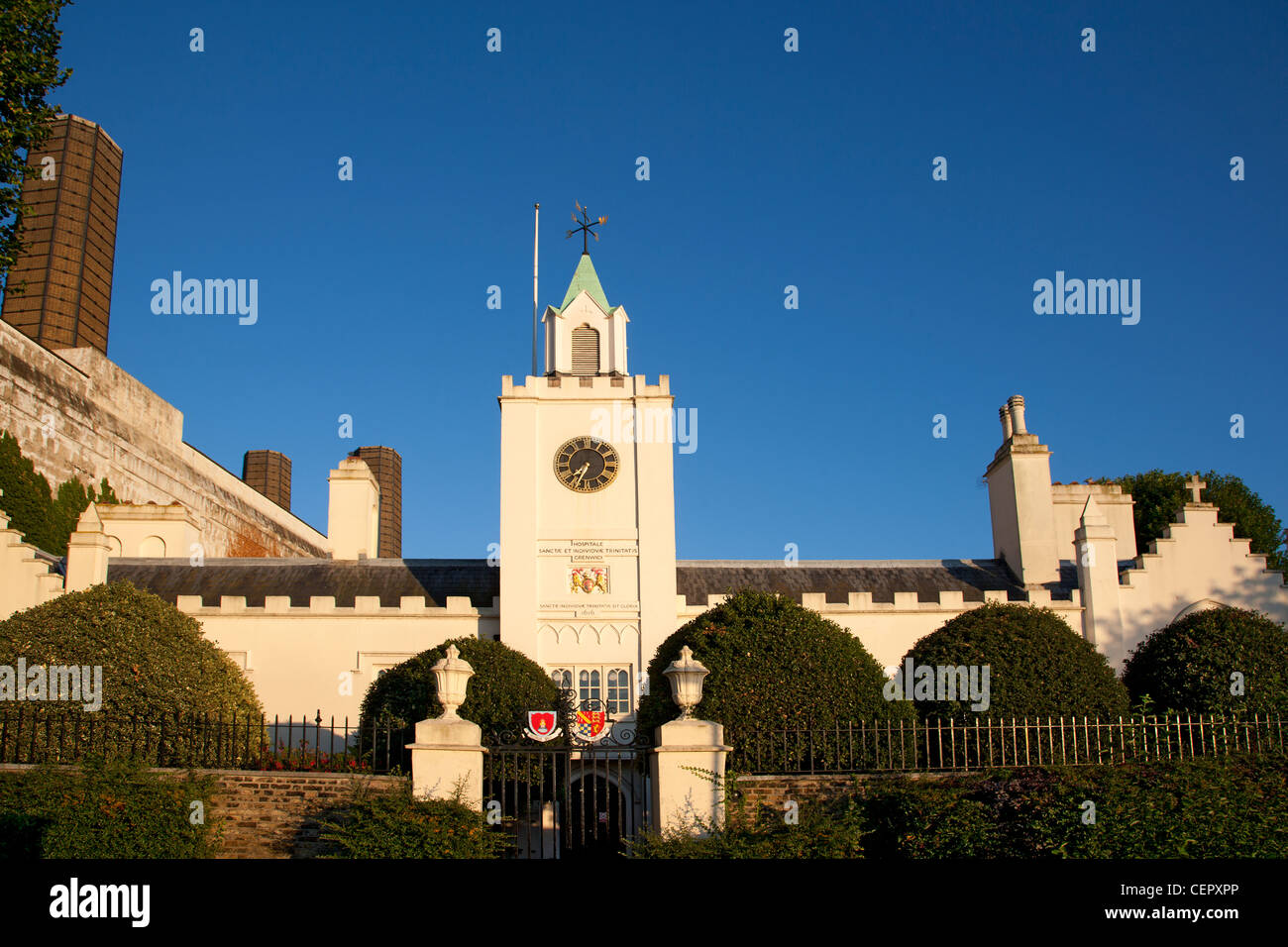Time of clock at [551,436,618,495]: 7:34
